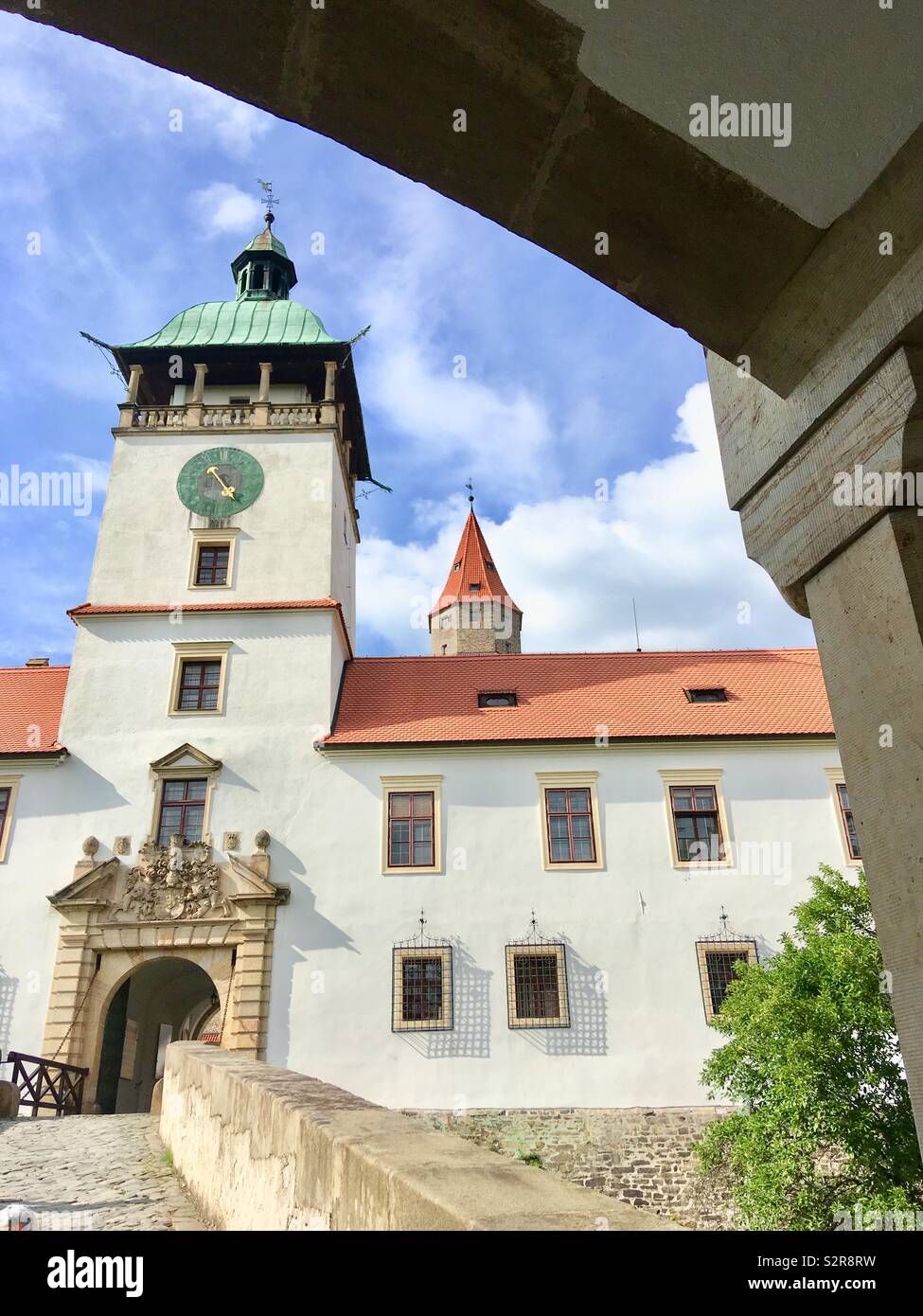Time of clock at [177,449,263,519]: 4:54
